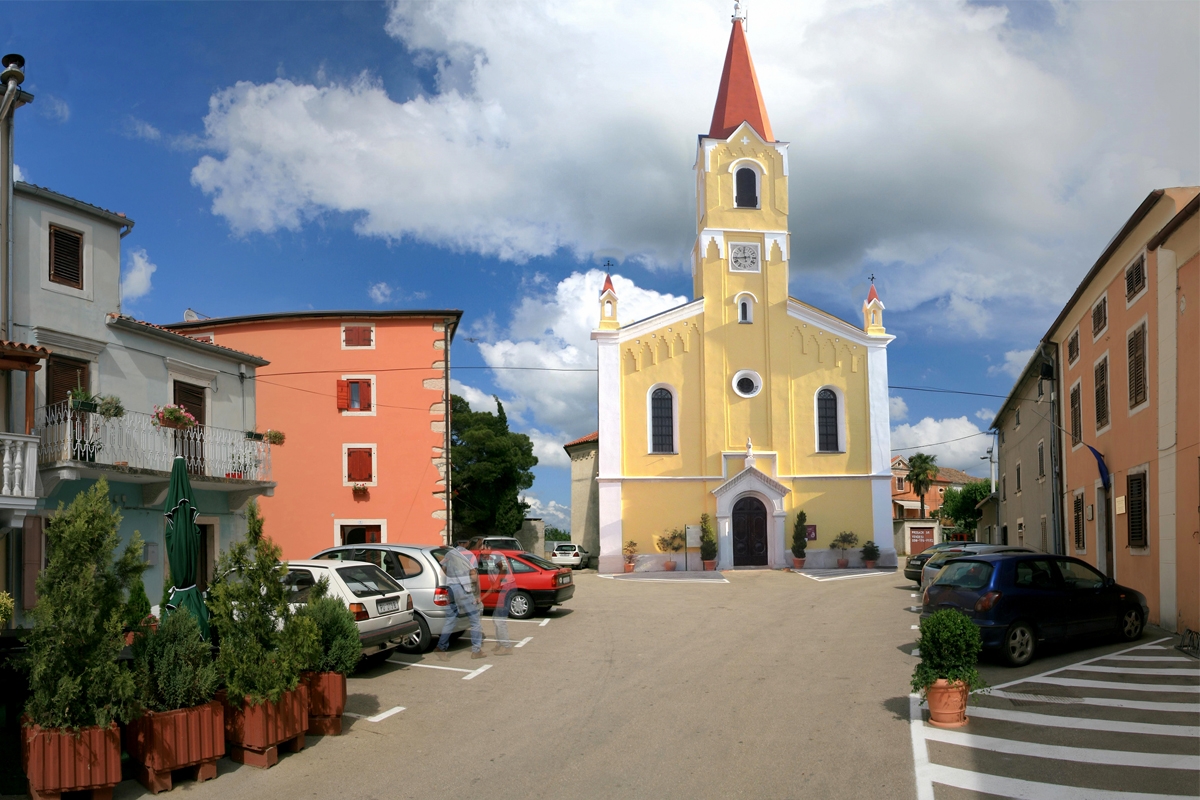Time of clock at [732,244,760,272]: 11:43
